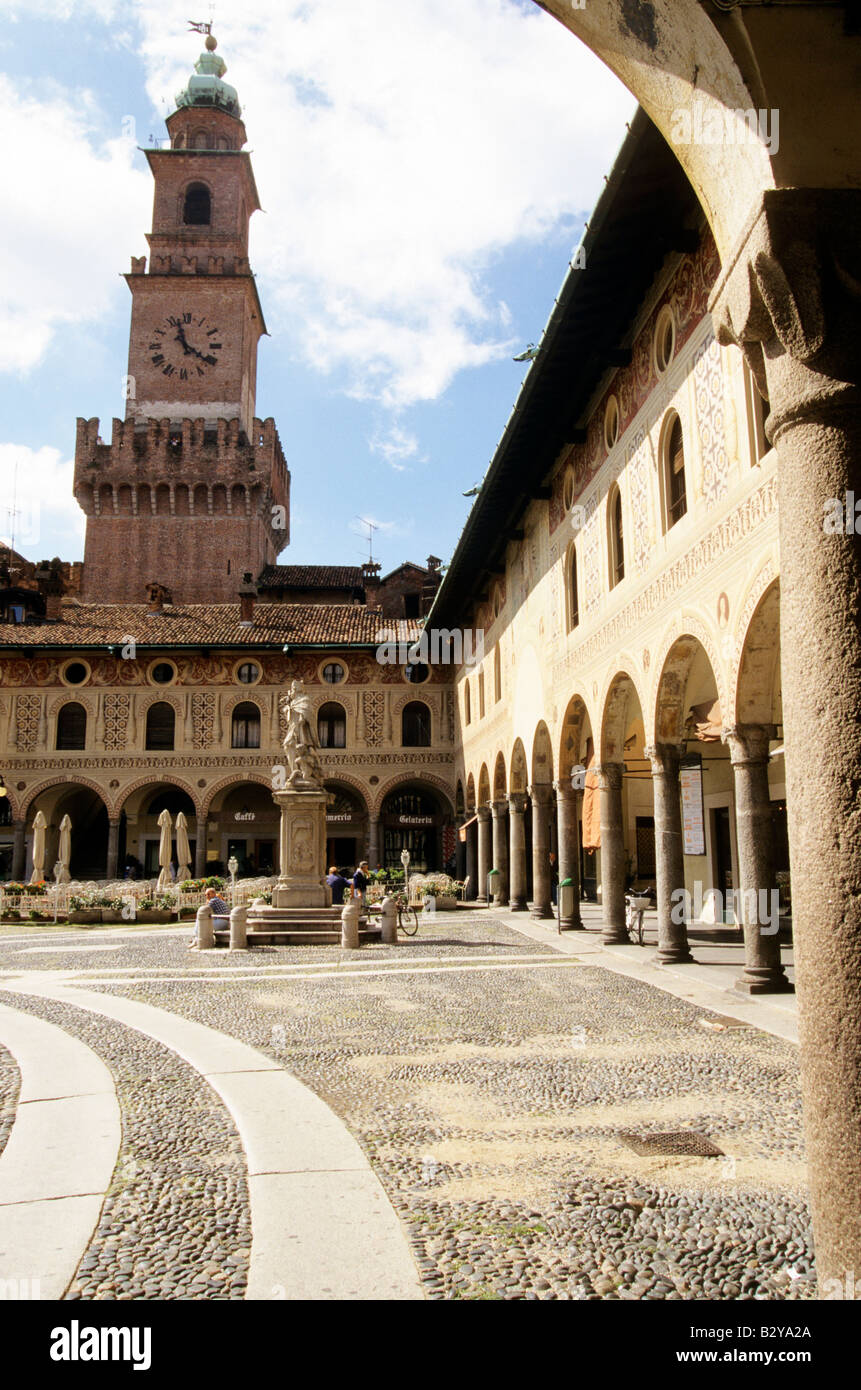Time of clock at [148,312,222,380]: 11:21
